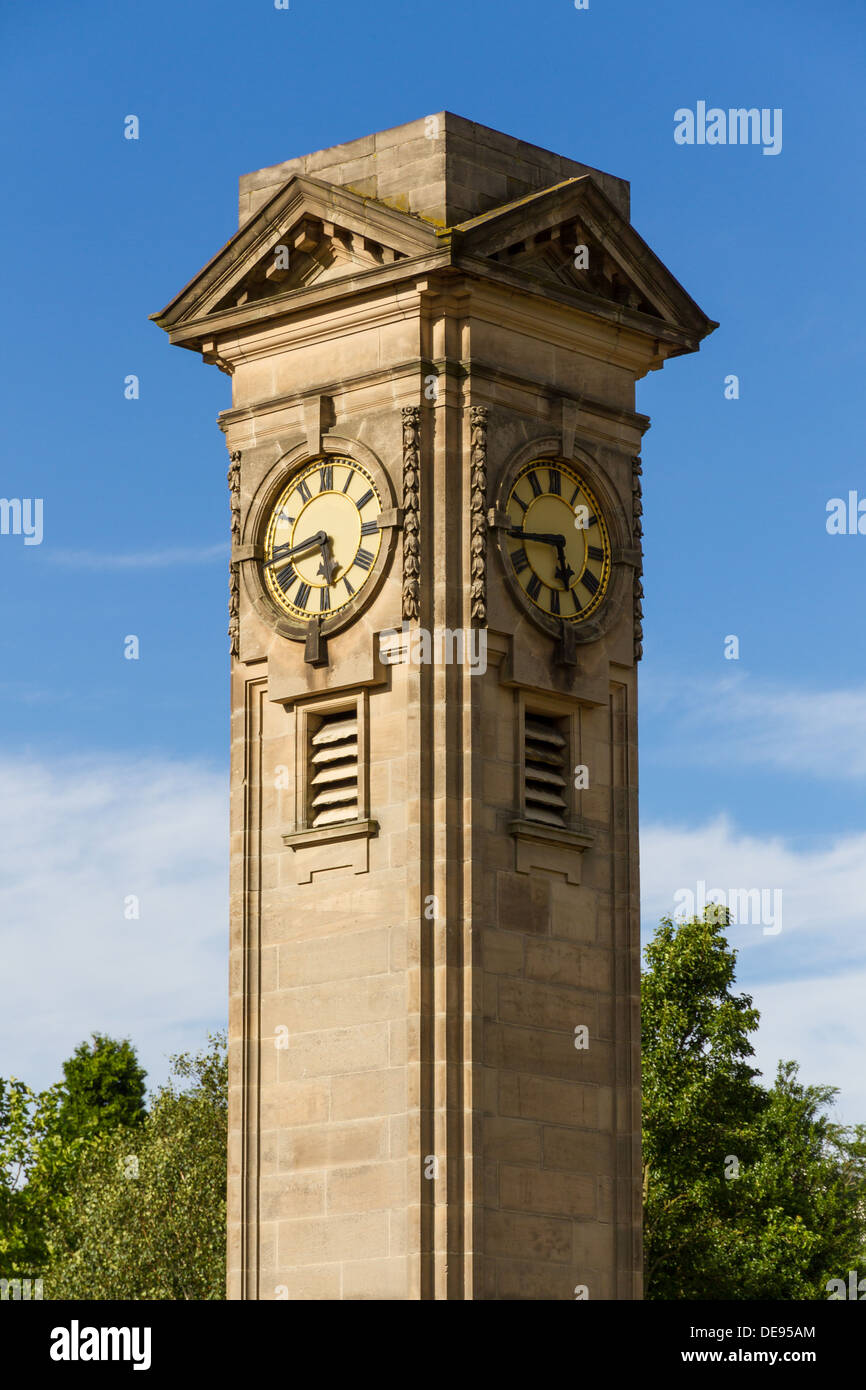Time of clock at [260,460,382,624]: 5:42
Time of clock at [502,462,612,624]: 5:44
